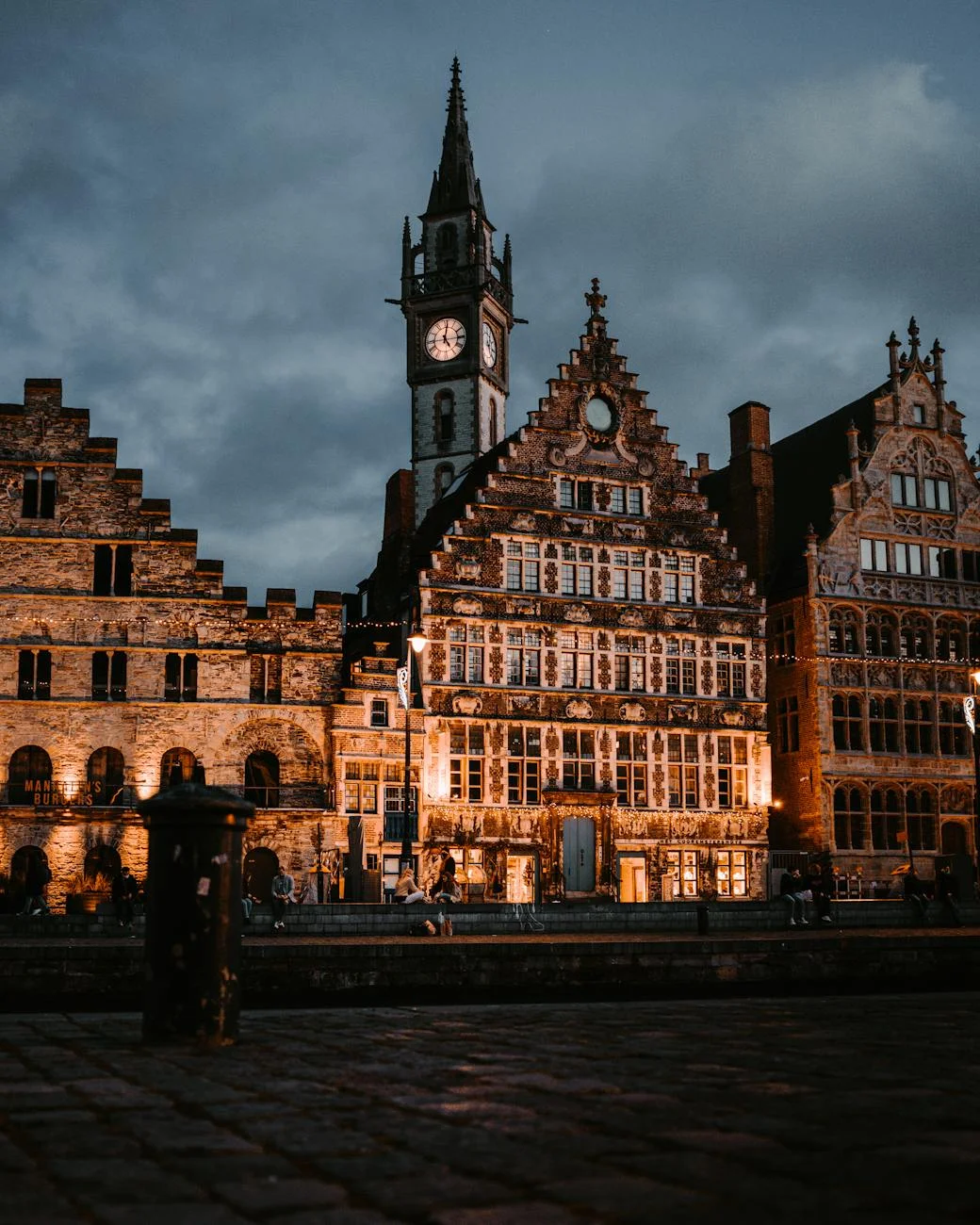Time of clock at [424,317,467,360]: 5:01
